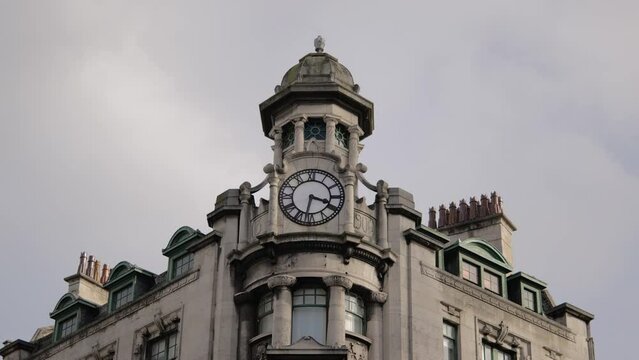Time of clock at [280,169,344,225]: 3:32
